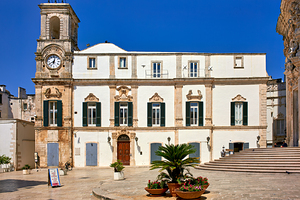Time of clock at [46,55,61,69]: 8:02
